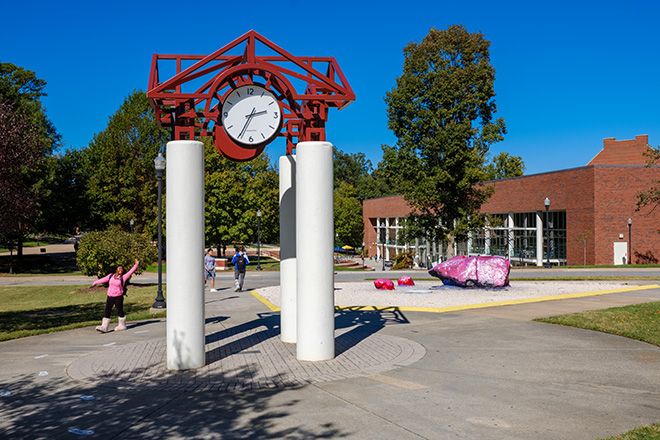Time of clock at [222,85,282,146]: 2:34
